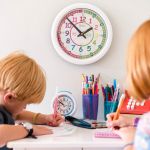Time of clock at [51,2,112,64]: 1:52
